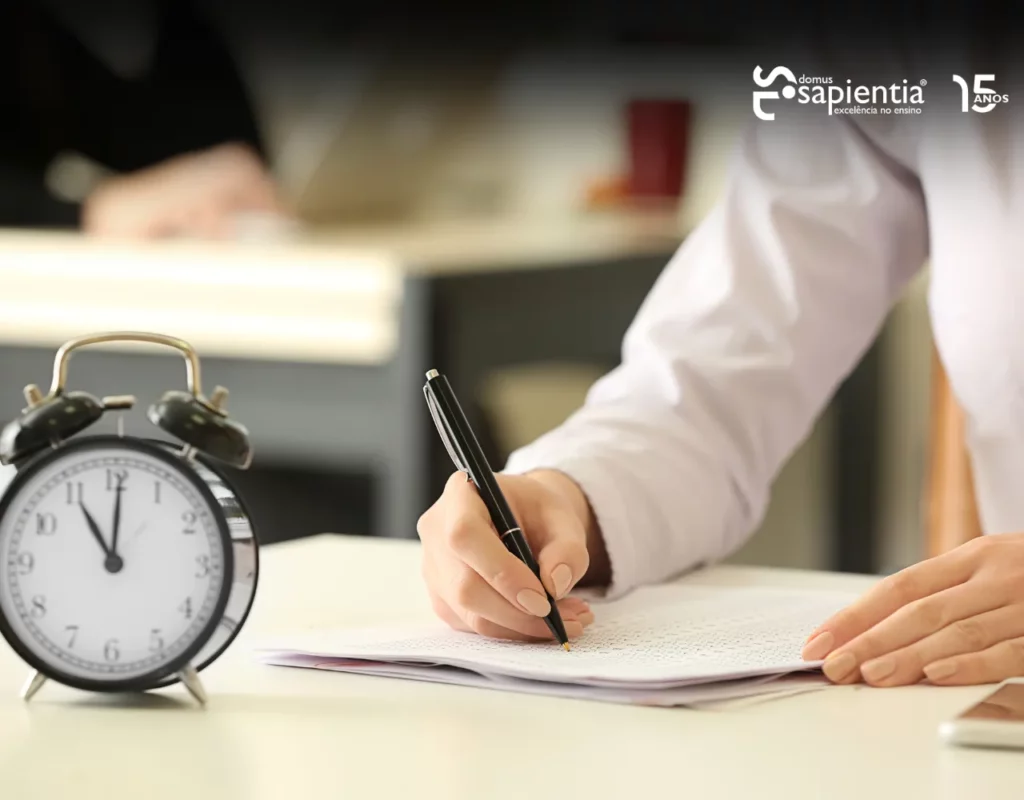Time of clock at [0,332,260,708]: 11:00
